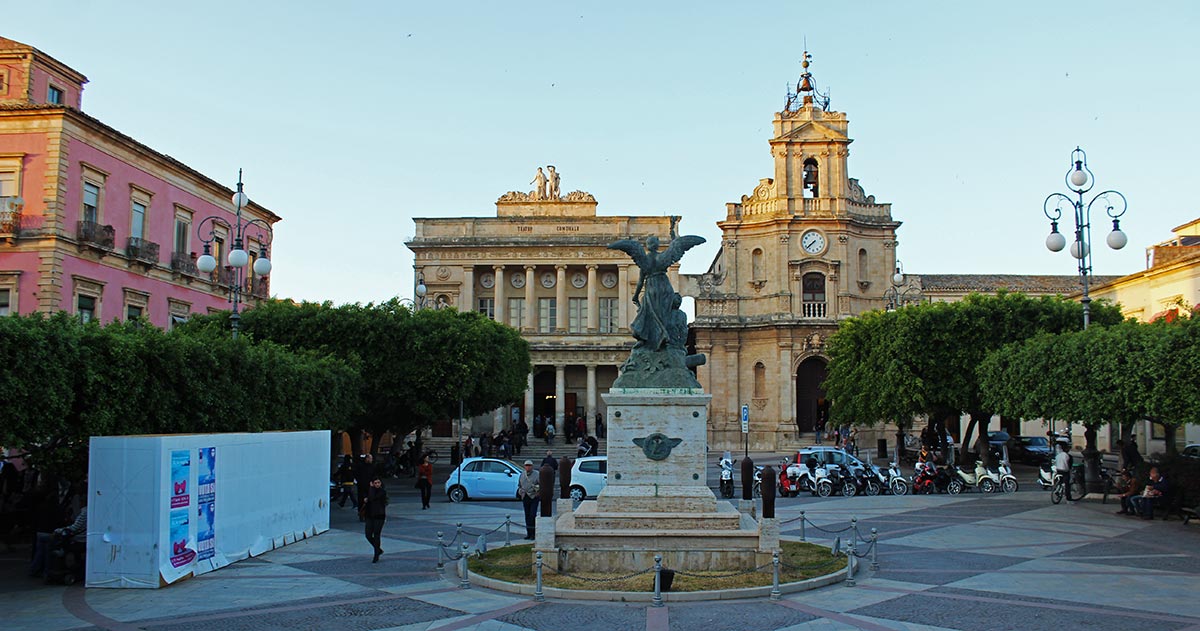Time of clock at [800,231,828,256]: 7:37
